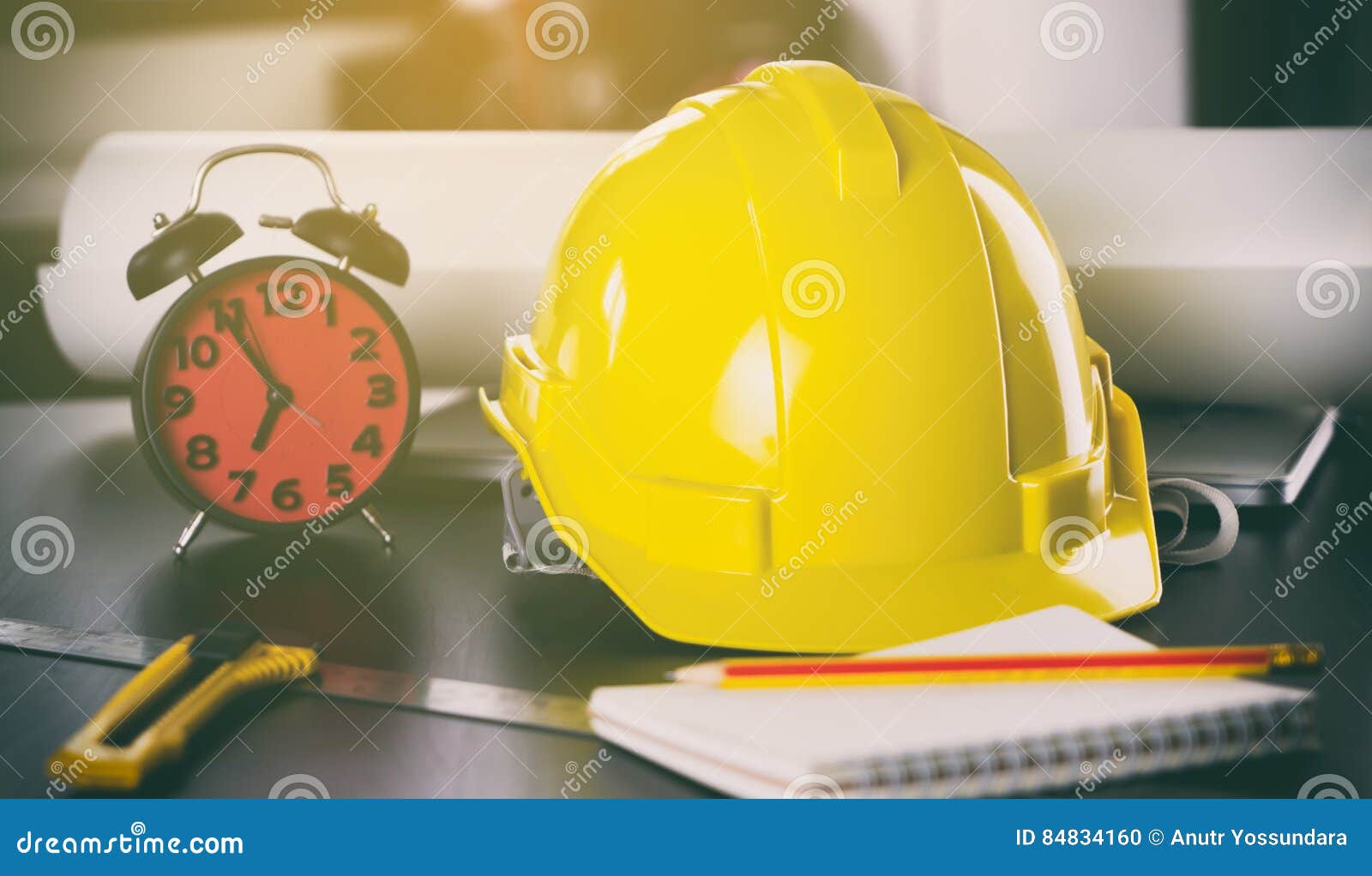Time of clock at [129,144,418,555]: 6:54
